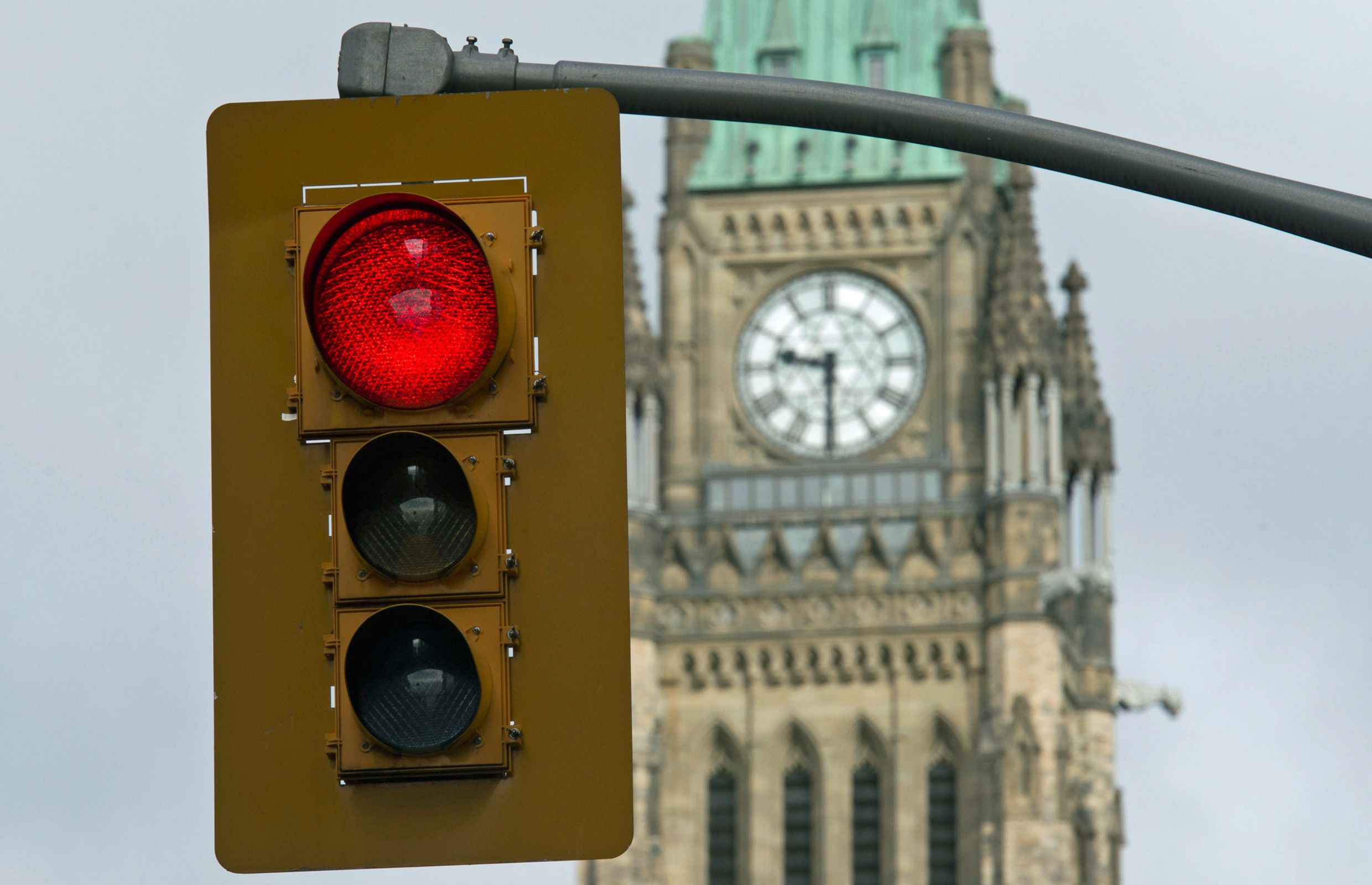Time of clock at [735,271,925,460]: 9:30
